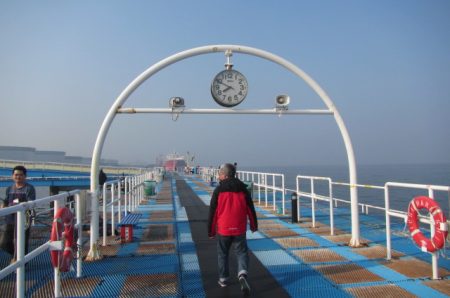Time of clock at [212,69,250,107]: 7:49
